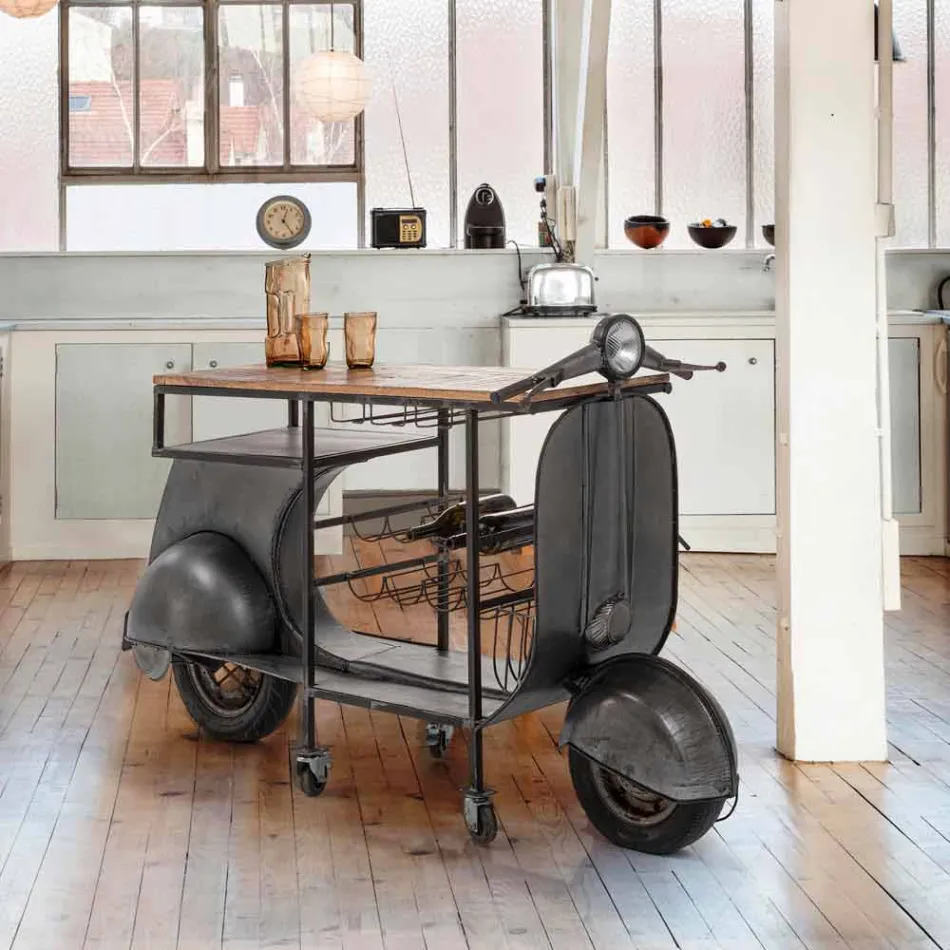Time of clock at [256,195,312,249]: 12:24
